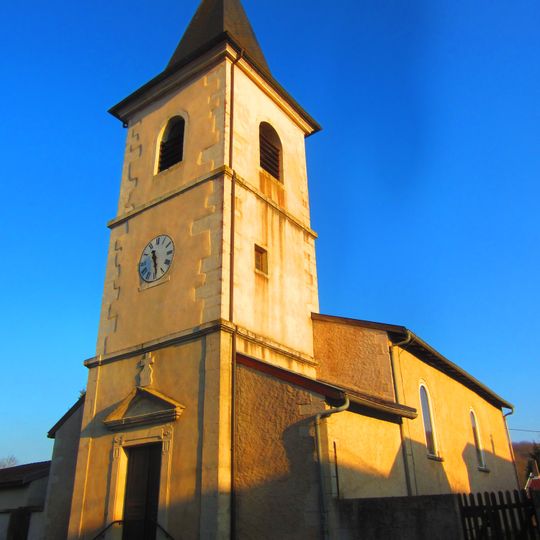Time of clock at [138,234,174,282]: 11:28
